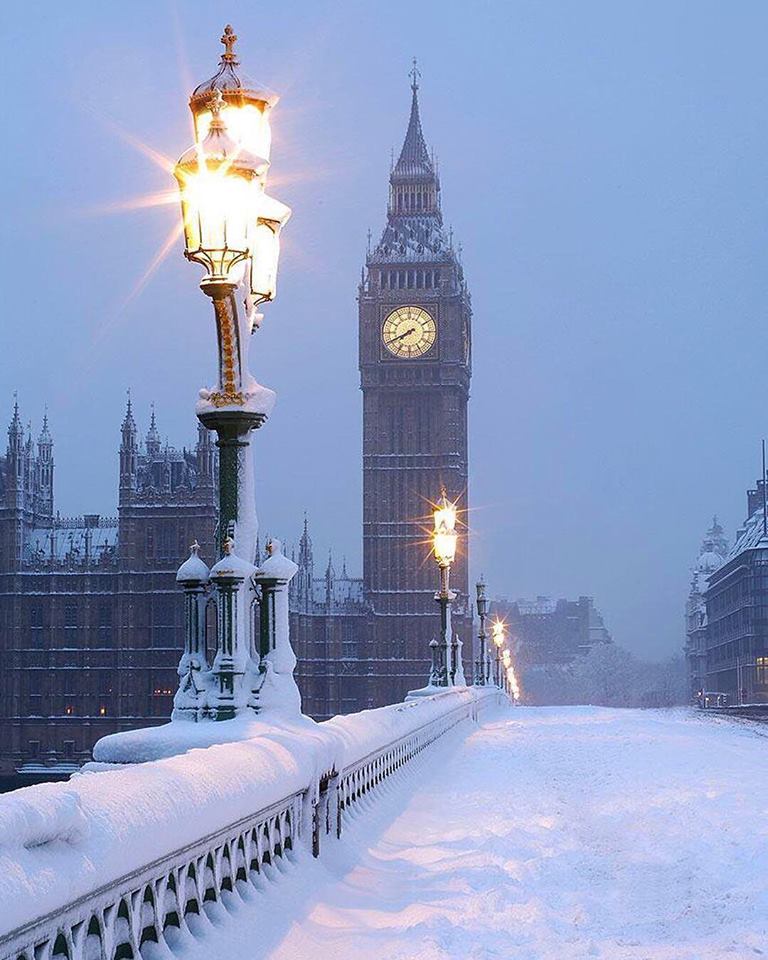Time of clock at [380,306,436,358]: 7:40
